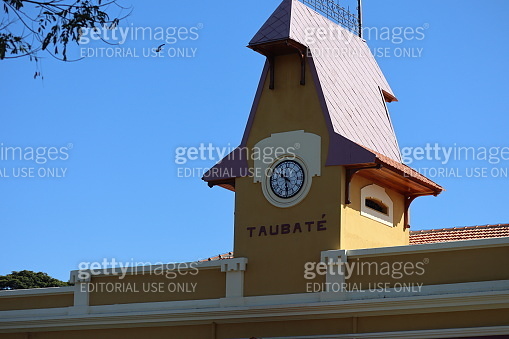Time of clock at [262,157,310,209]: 10:28
